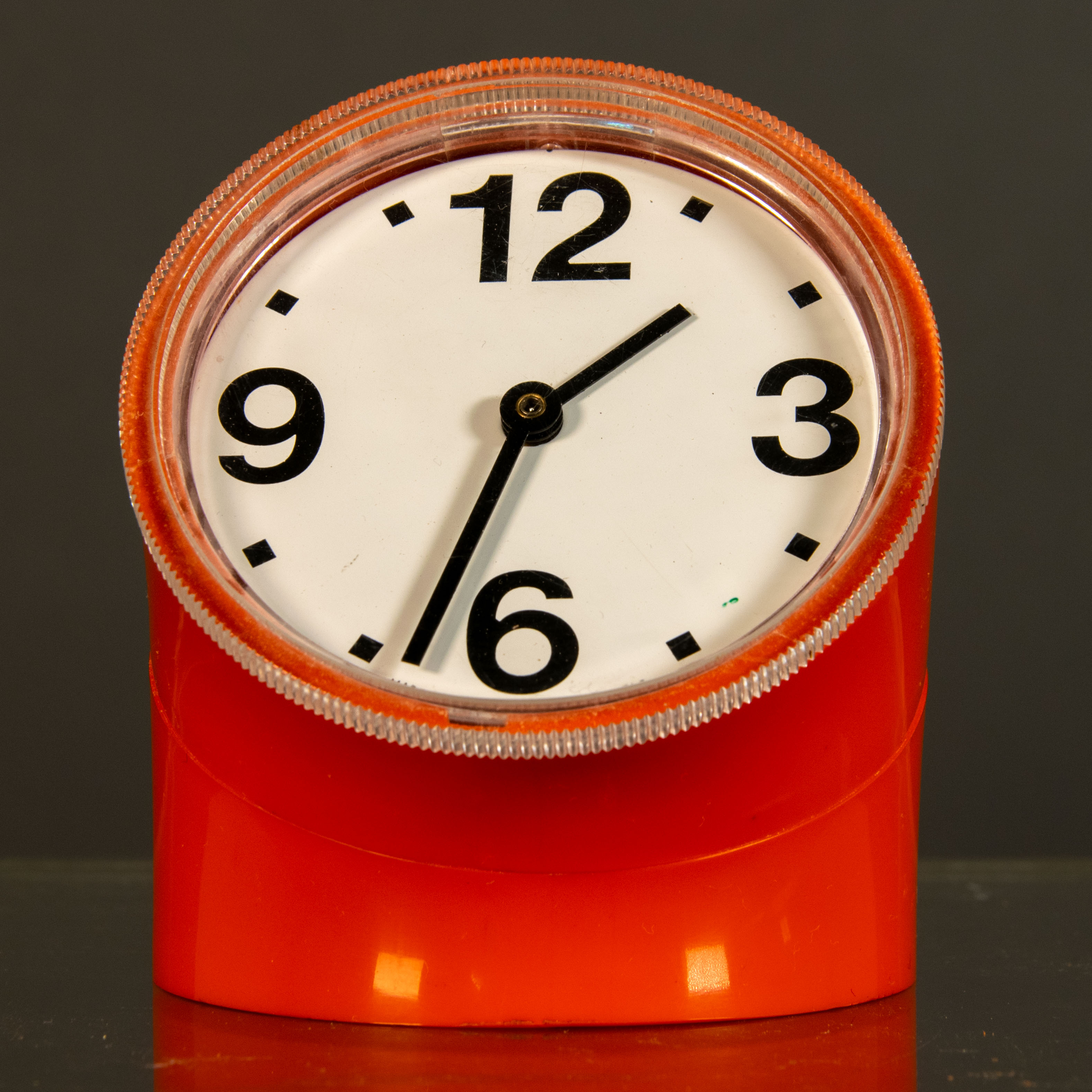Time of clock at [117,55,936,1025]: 1:33
